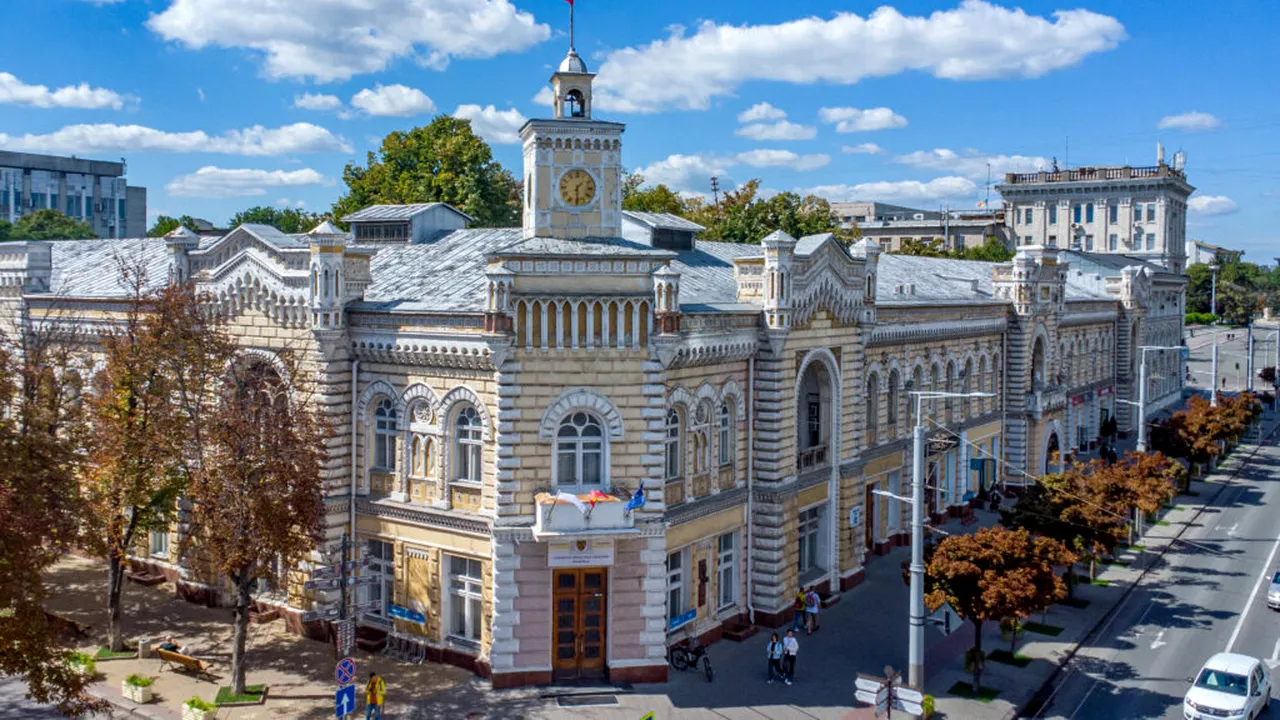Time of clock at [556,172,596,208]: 1:29
